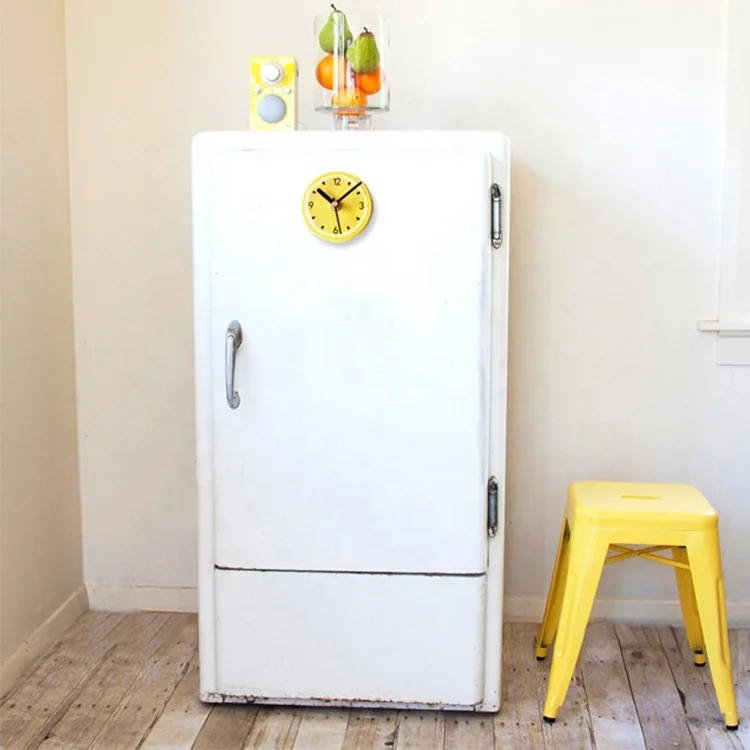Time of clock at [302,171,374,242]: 10:07
